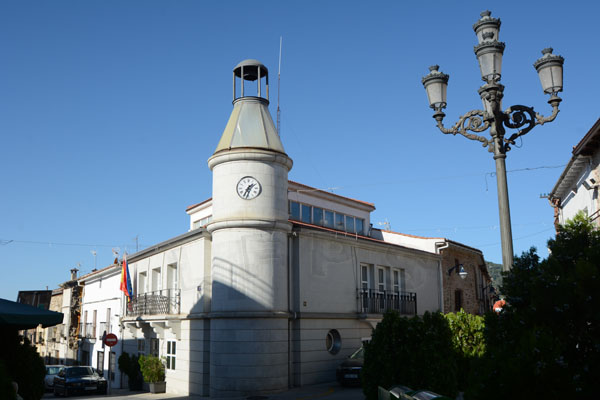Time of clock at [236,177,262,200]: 1:34
